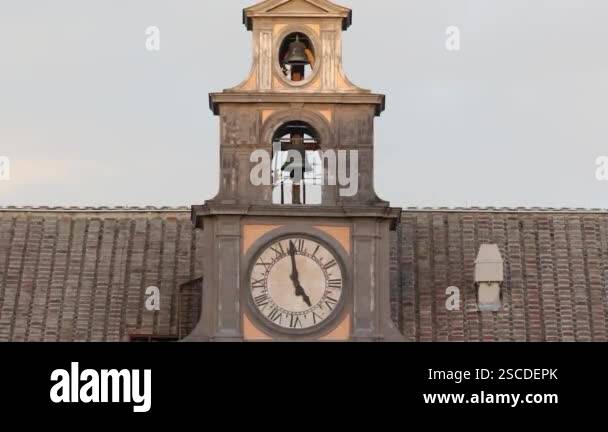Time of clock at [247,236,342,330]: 4:58
